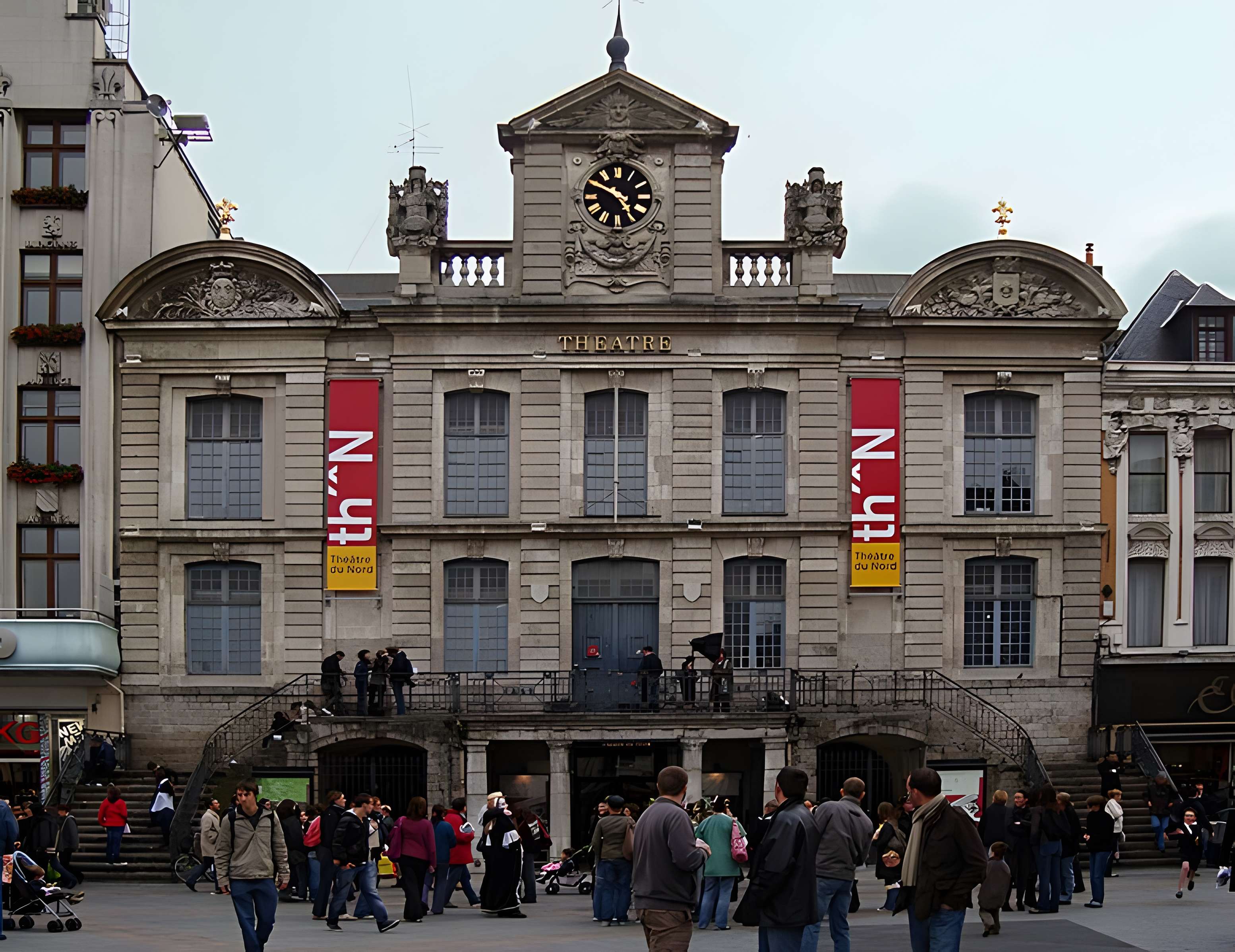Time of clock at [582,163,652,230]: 4:50
